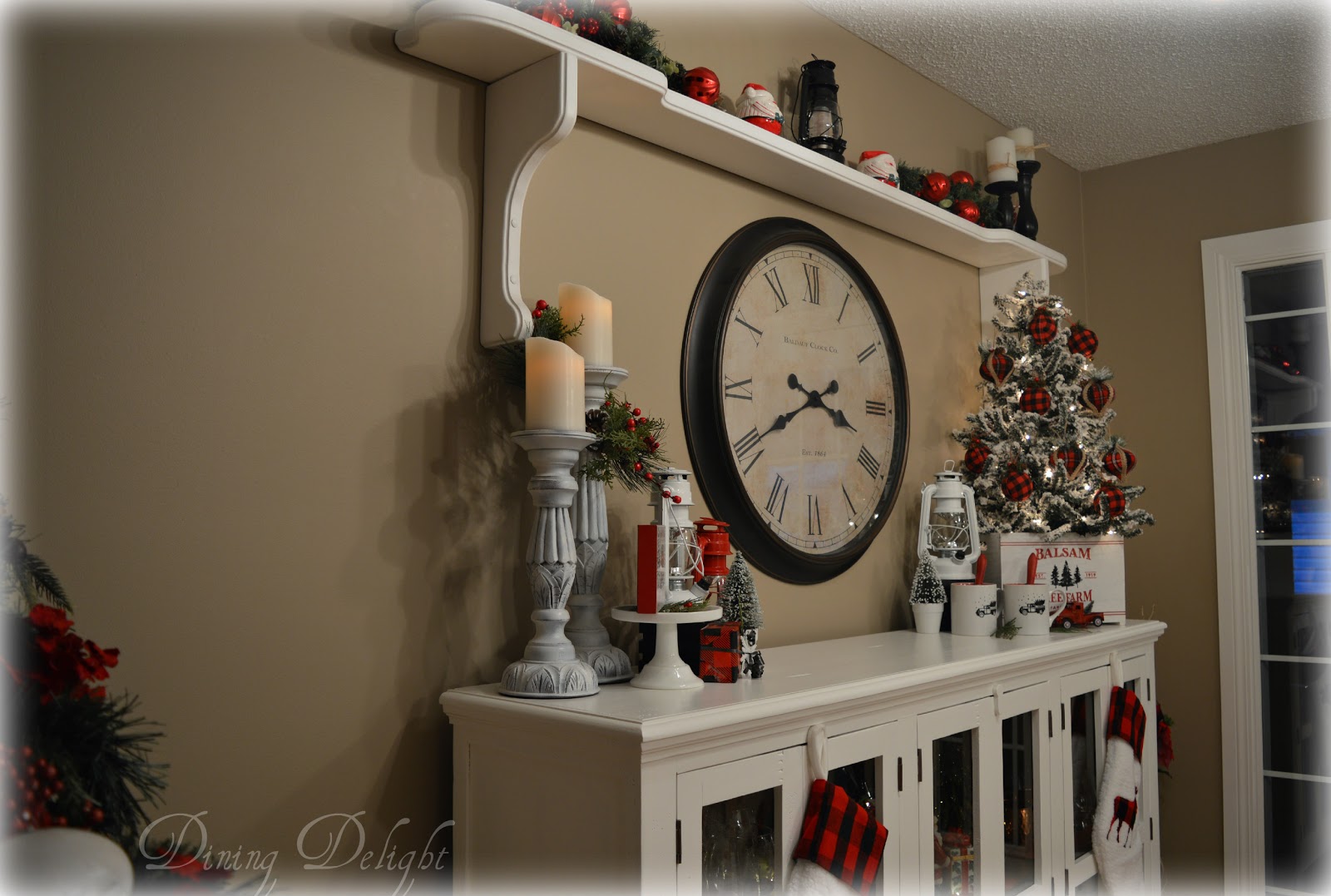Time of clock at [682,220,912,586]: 3:40
